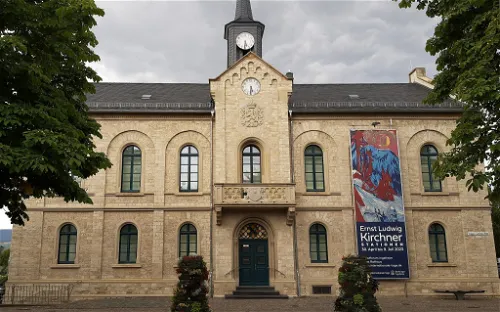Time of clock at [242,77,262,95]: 5:31
